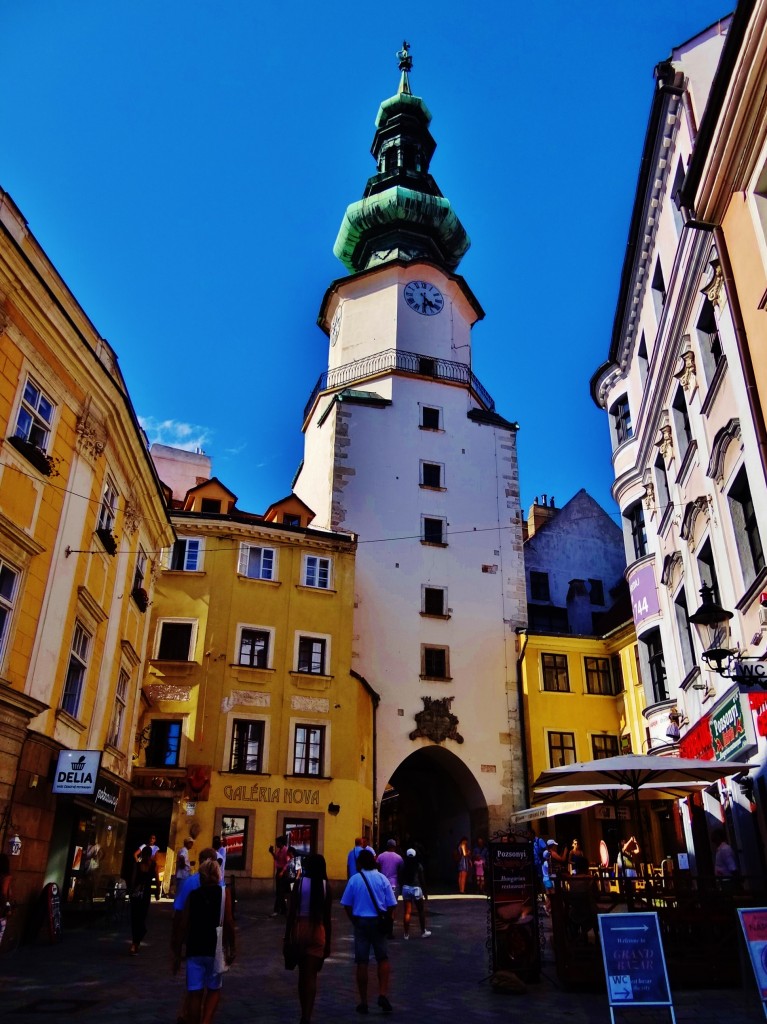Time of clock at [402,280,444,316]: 4:30
